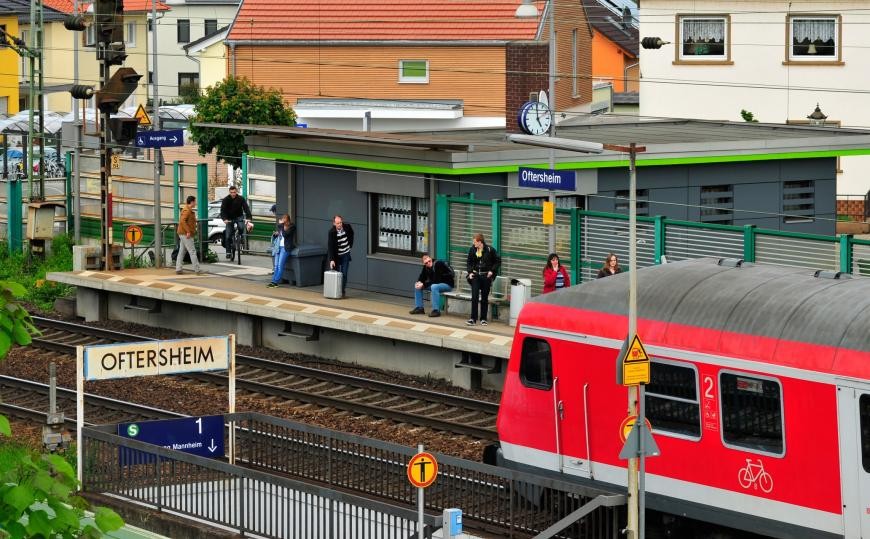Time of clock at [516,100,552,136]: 4:59
